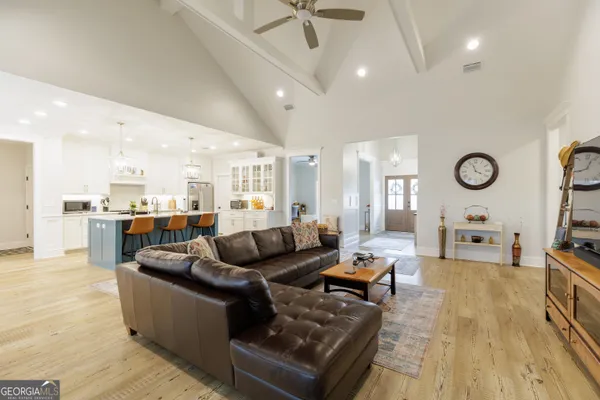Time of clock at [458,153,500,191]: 3:57
